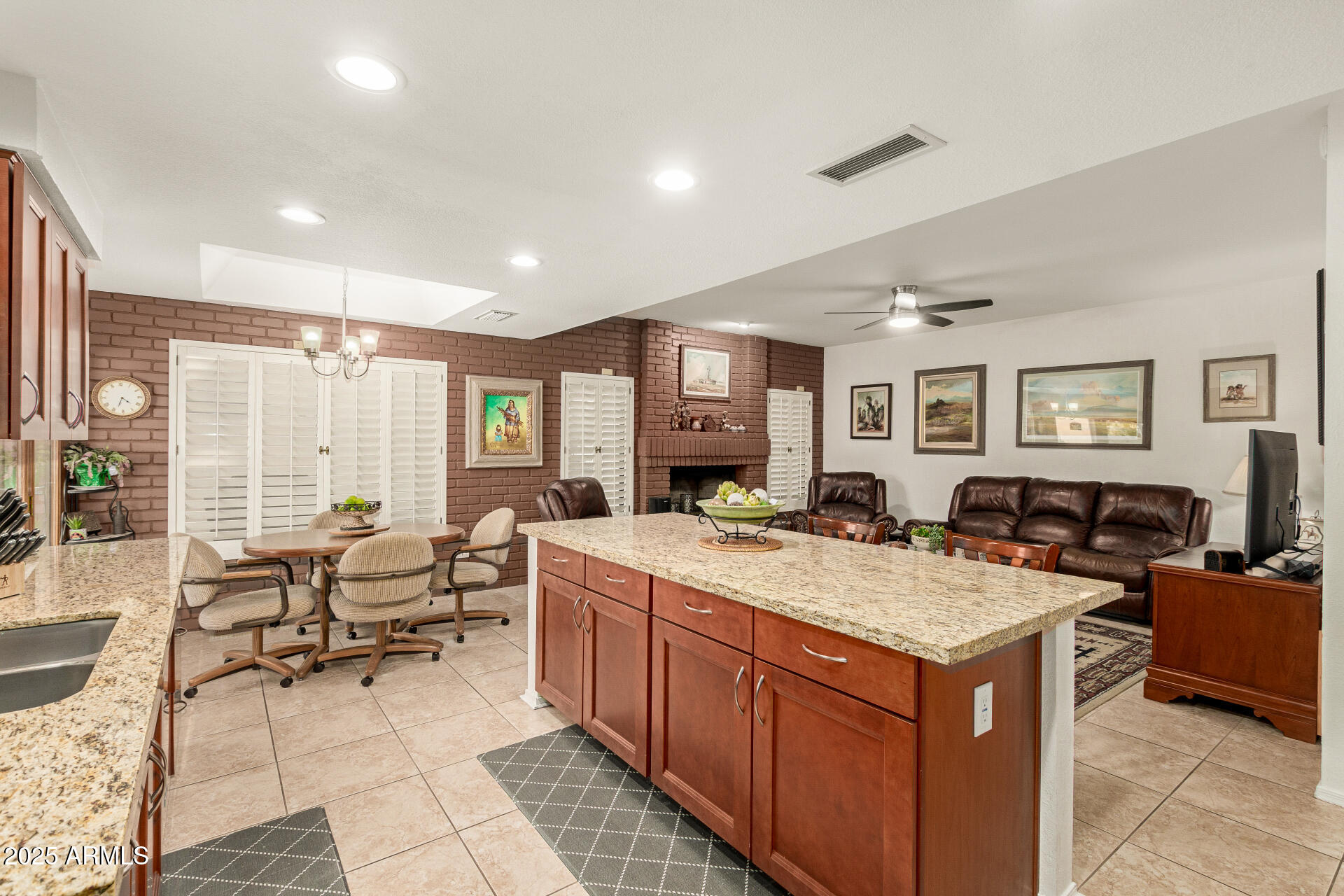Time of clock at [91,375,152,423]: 4:33
